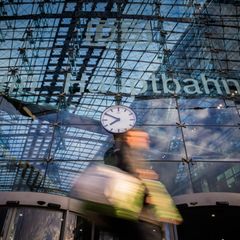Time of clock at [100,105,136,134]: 7:49
